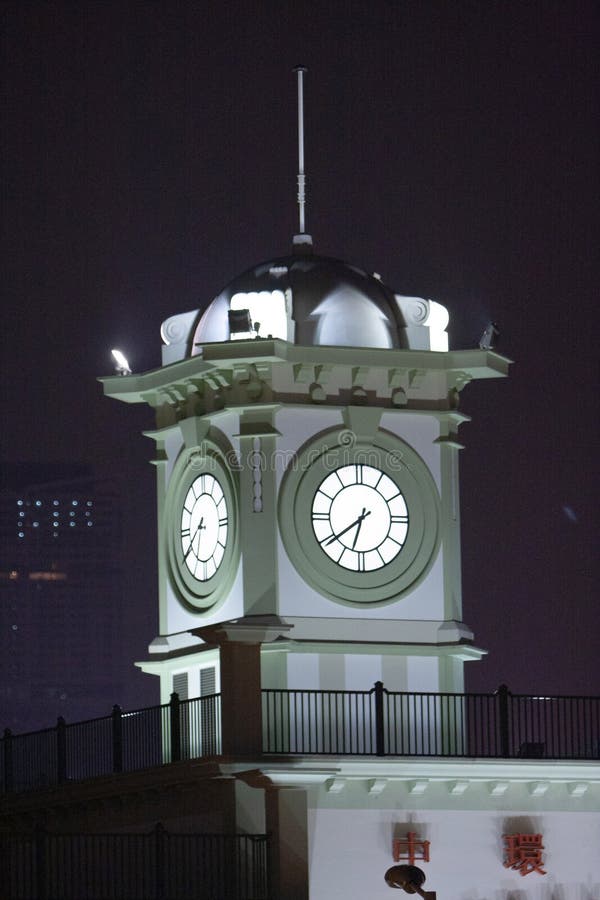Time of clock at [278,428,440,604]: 6:39
